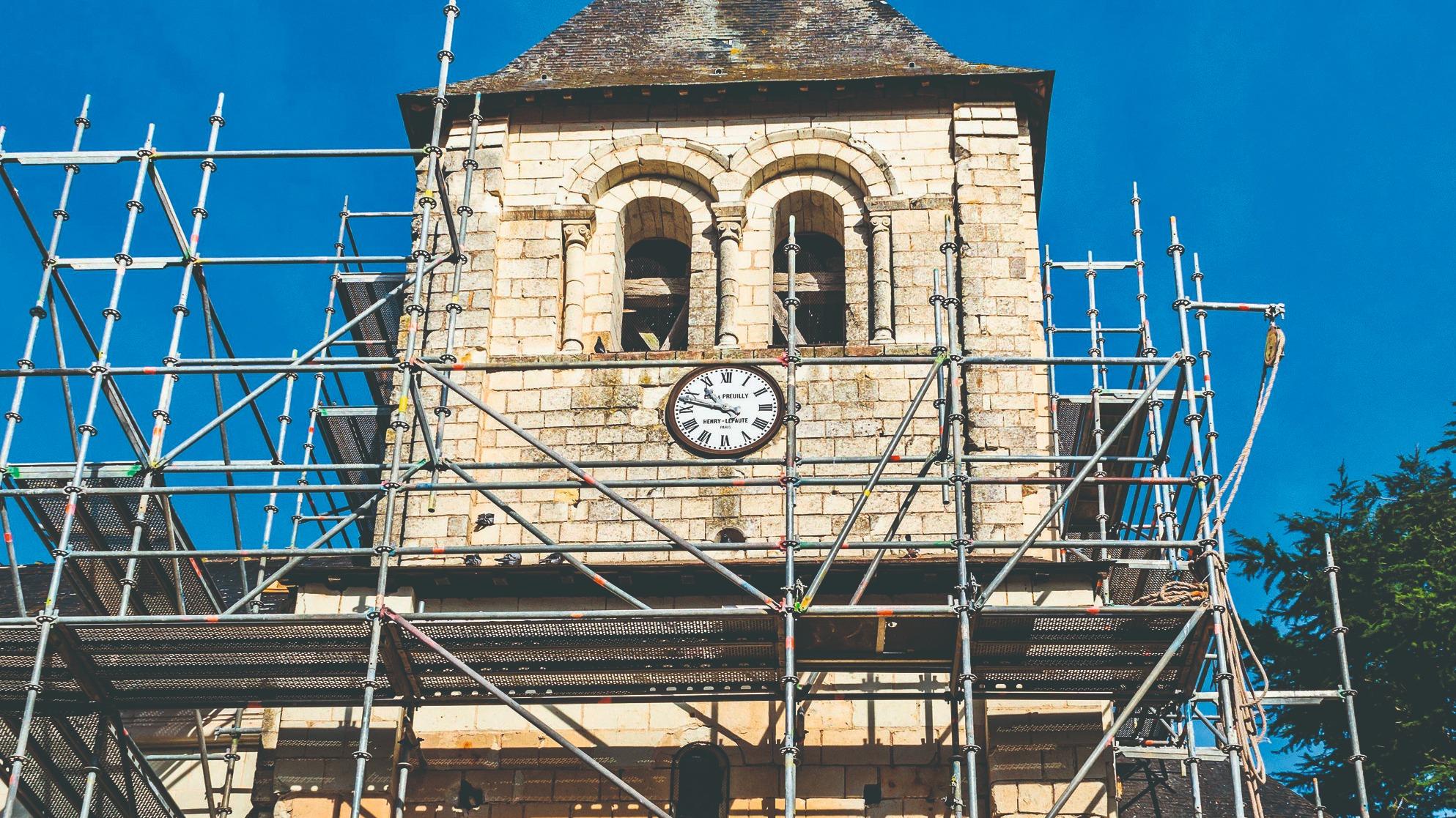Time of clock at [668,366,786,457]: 10:47
